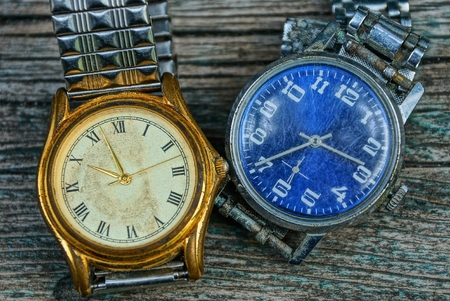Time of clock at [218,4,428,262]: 3:40
